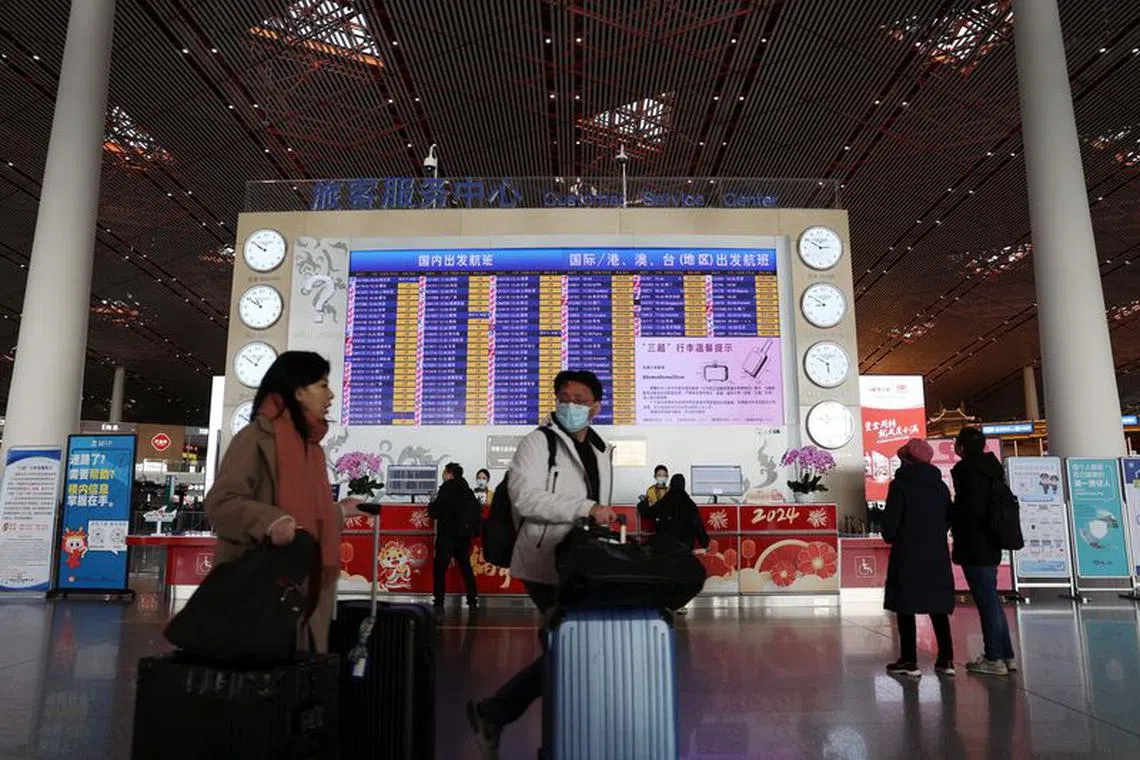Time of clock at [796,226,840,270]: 2:50
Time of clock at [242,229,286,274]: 9:50
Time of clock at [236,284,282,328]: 10:50
